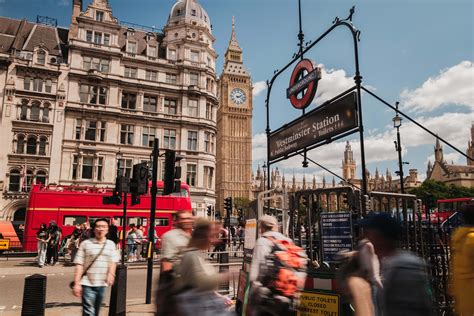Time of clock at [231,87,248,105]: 2:18
